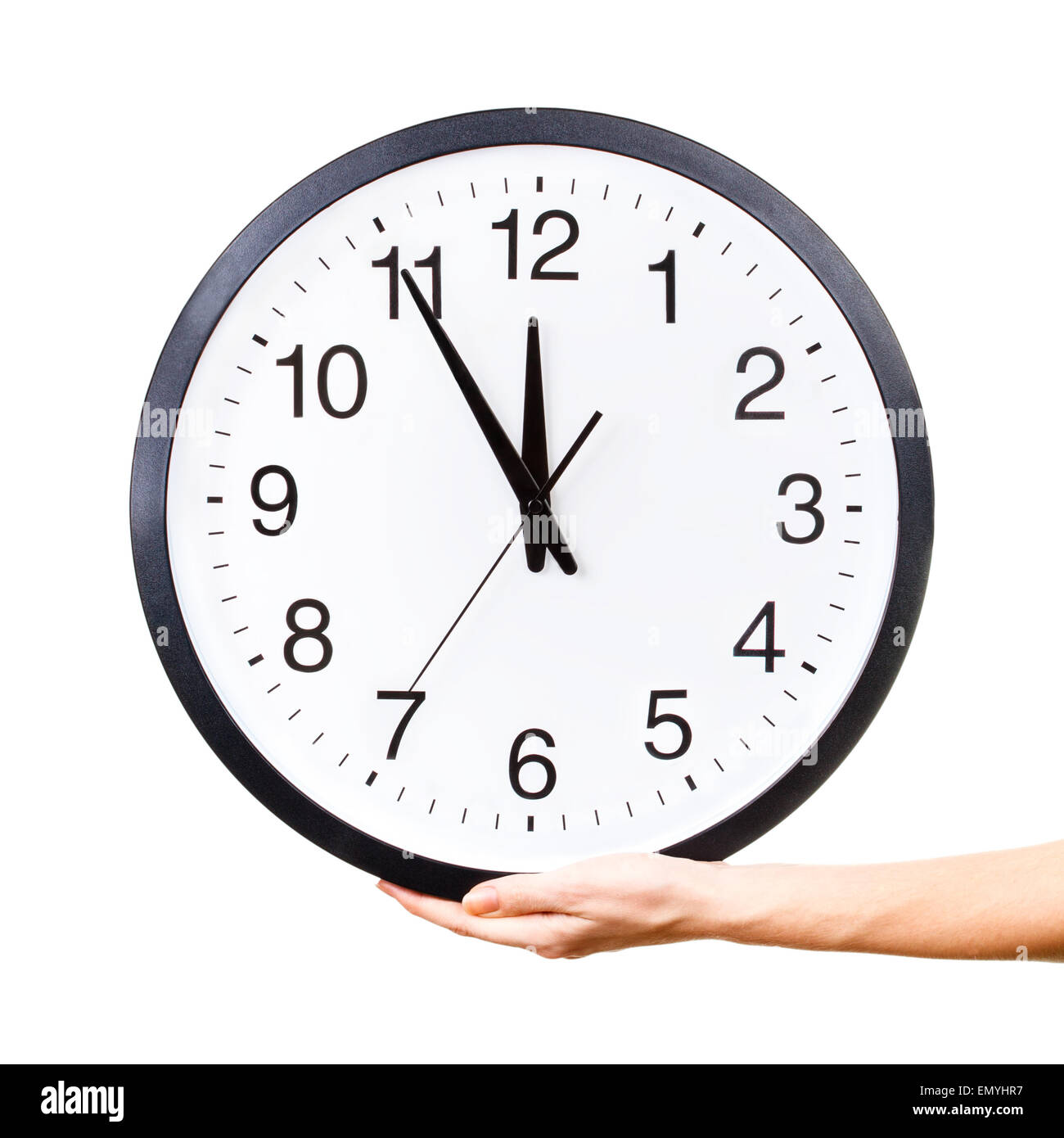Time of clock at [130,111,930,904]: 11:54
